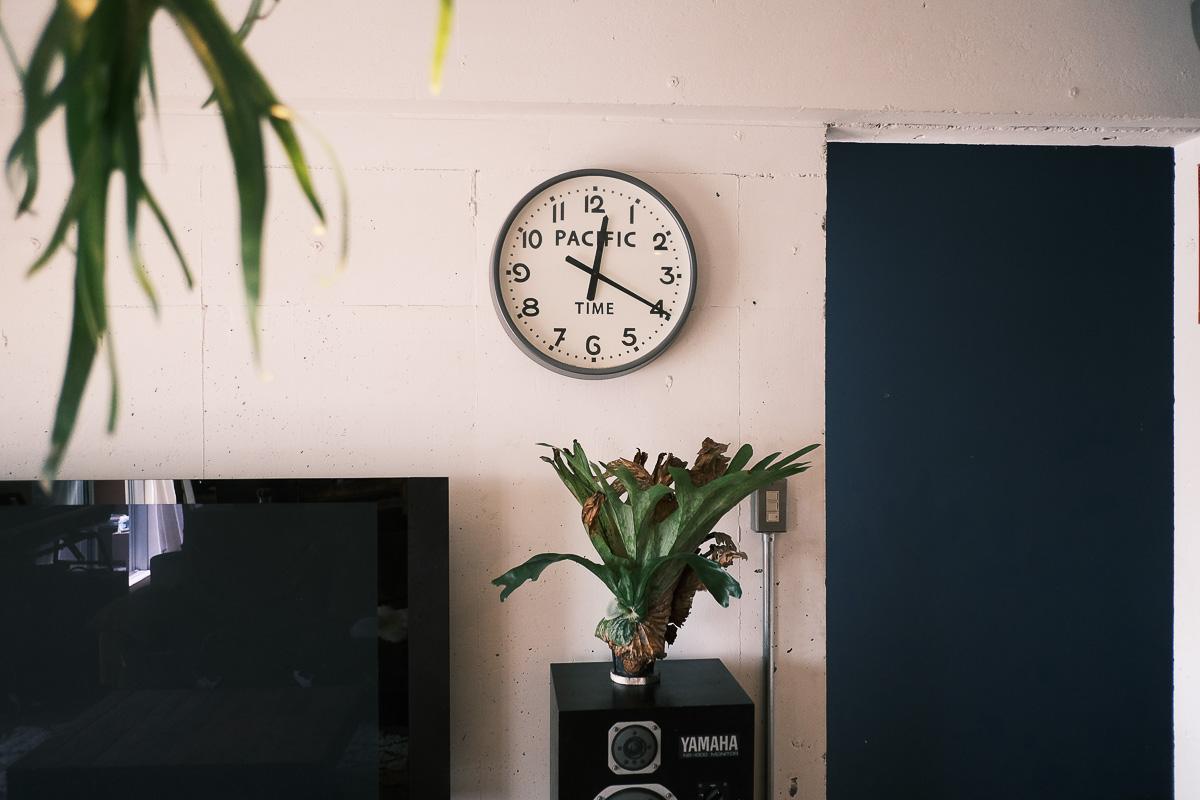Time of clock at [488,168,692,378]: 12:19
